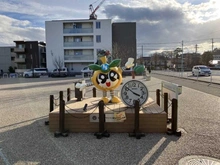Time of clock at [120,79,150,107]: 3:51
